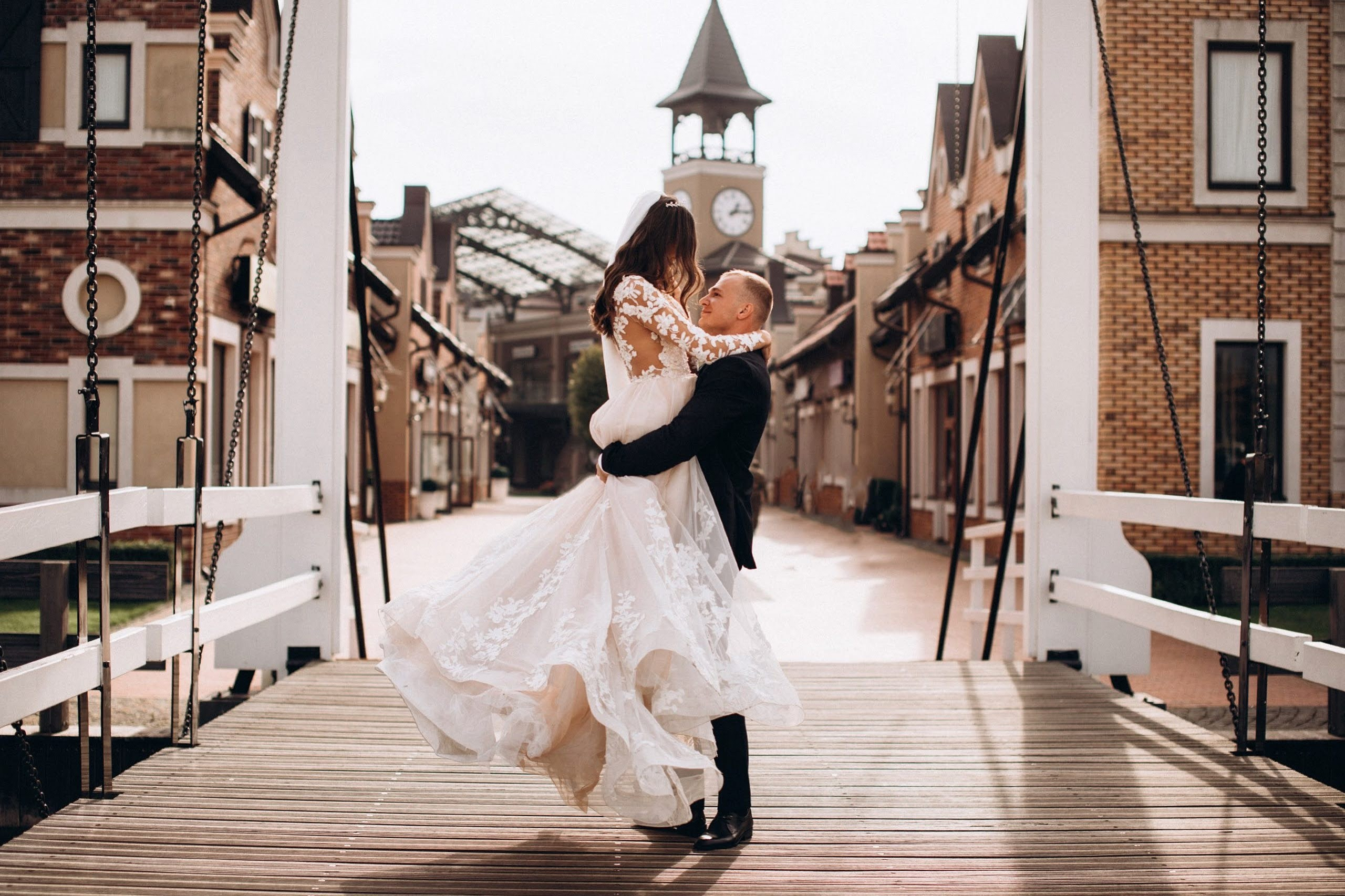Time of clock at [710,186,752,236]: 1:13
